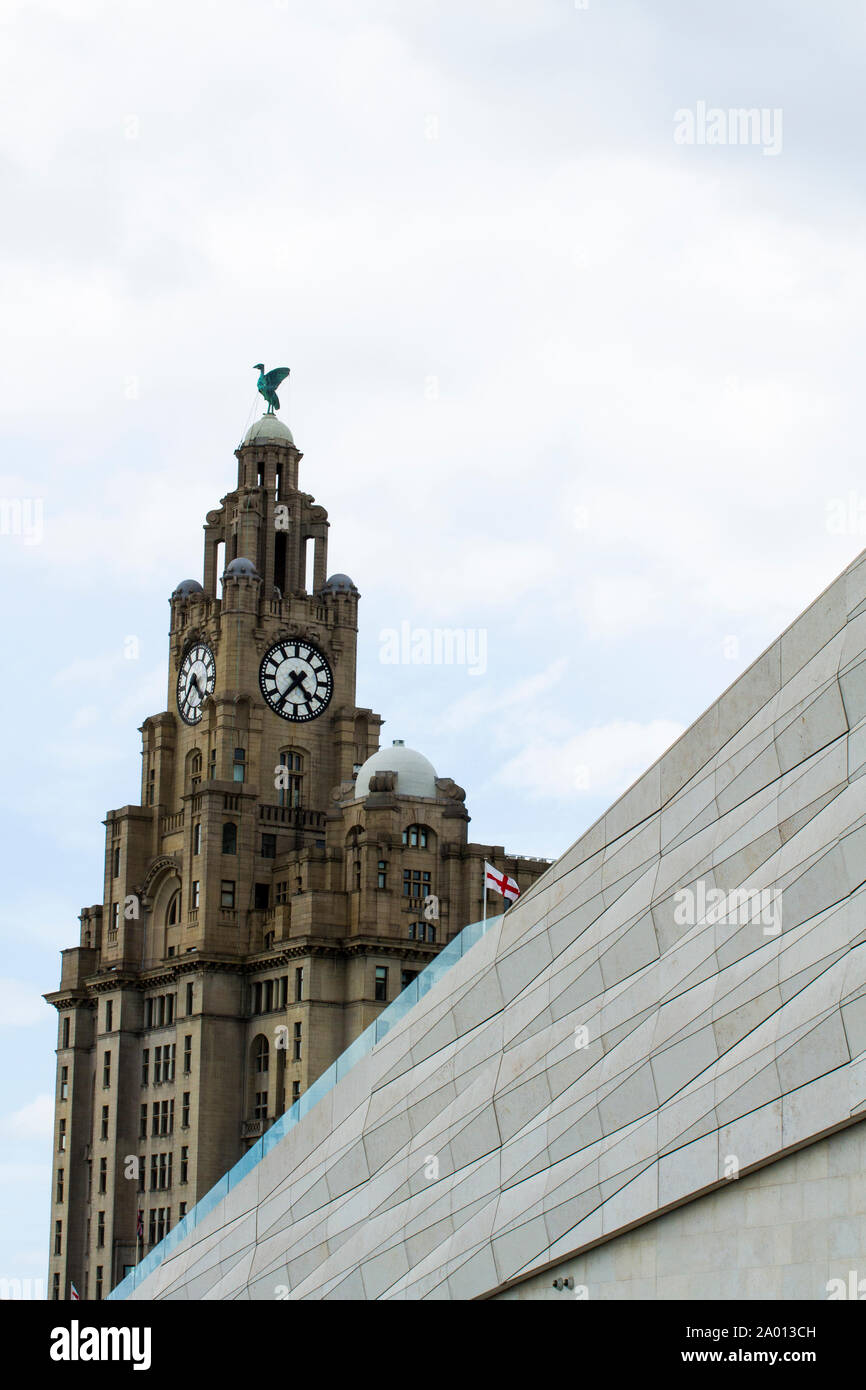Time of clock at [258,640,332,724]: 4:36
